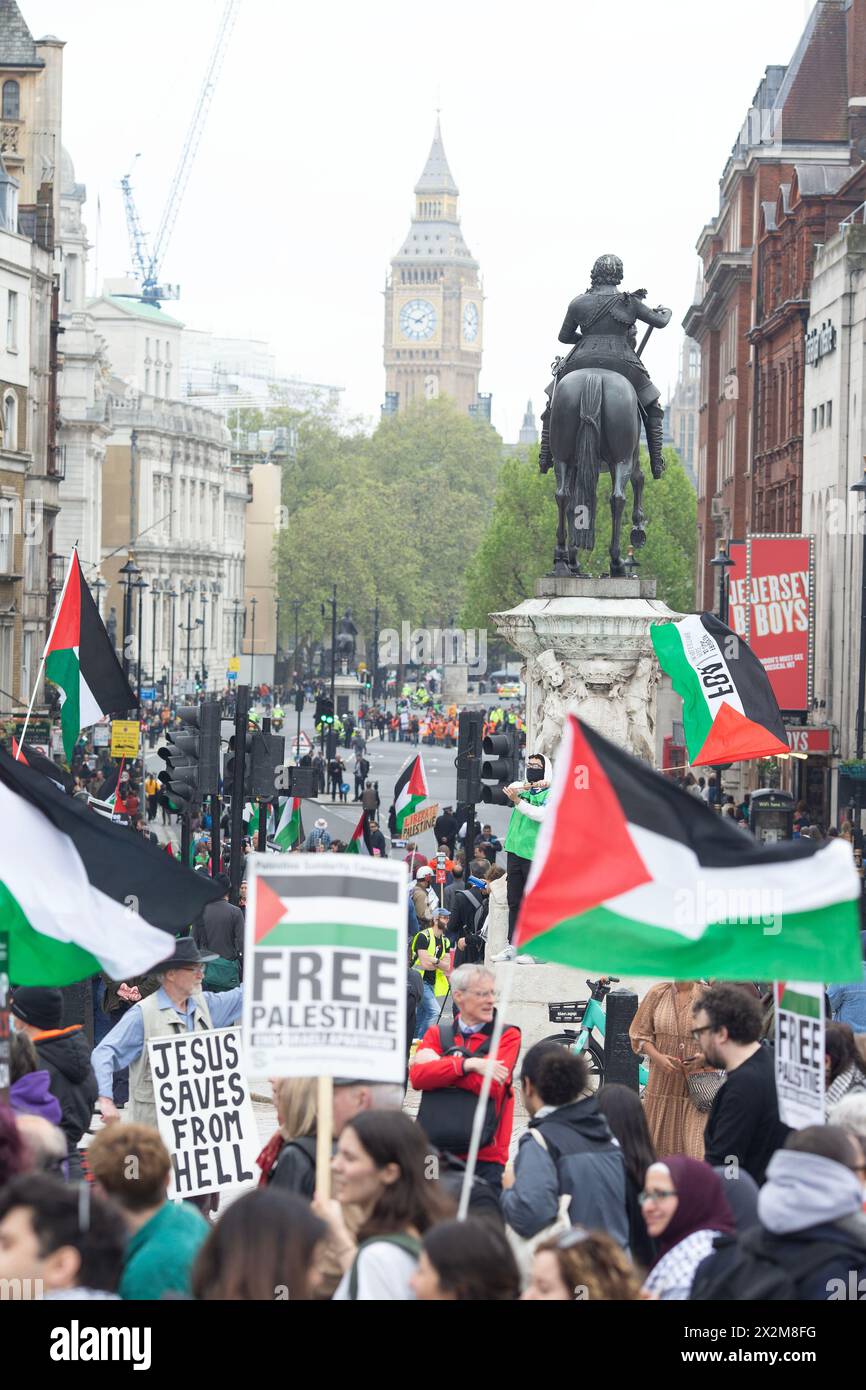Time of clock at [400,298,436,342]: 1:47
